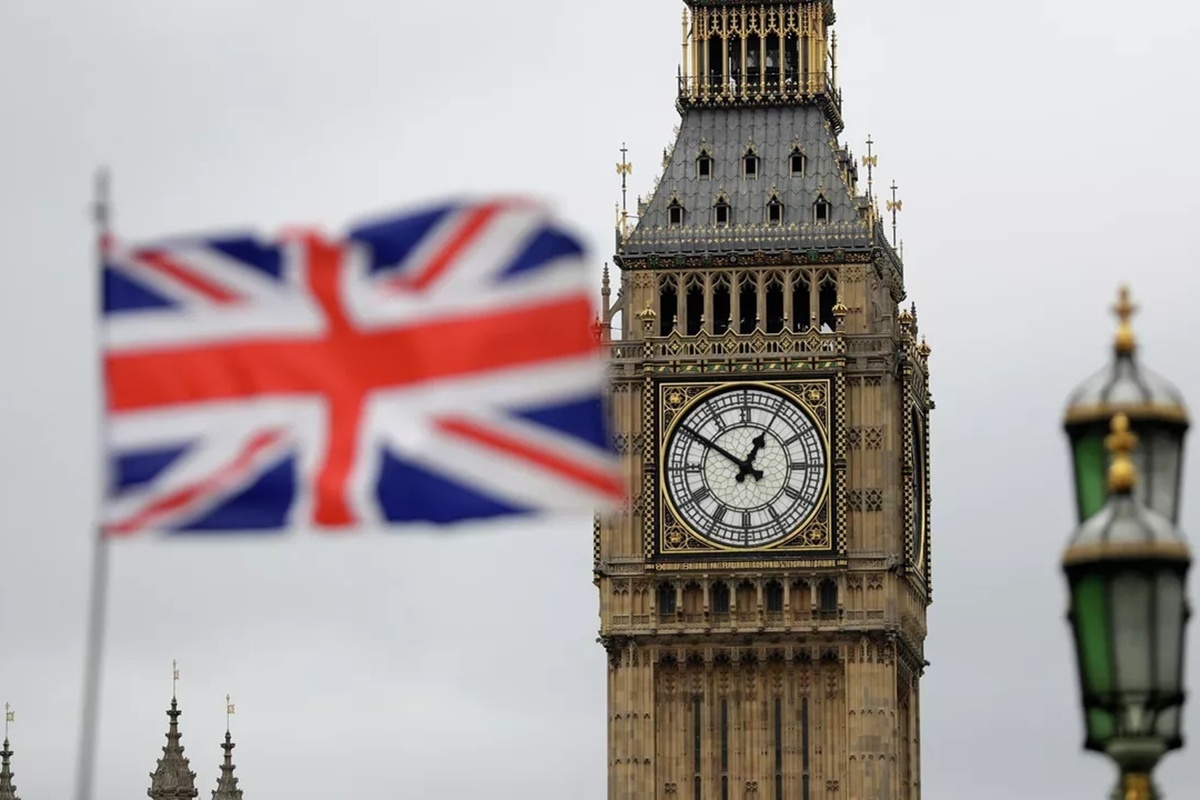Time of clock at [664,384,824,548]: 12:50
